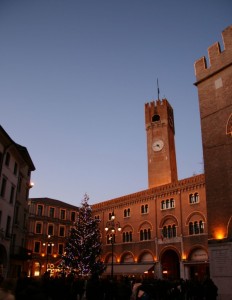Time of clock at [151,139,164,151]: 4:42
